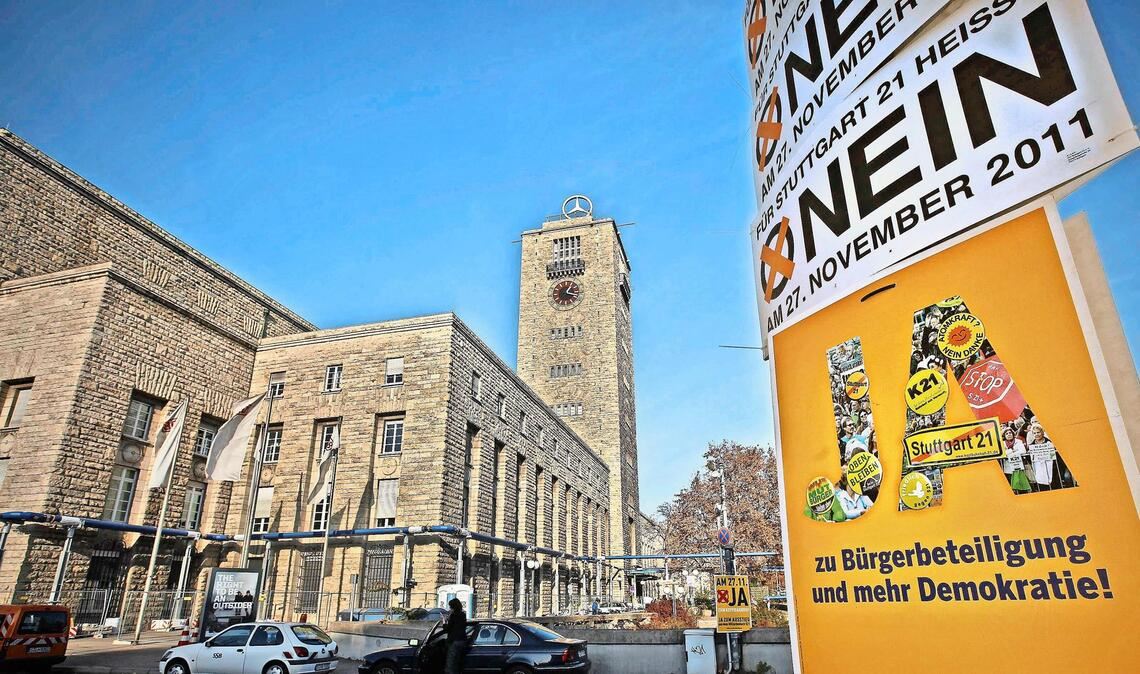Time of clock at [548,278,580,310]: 1:17
